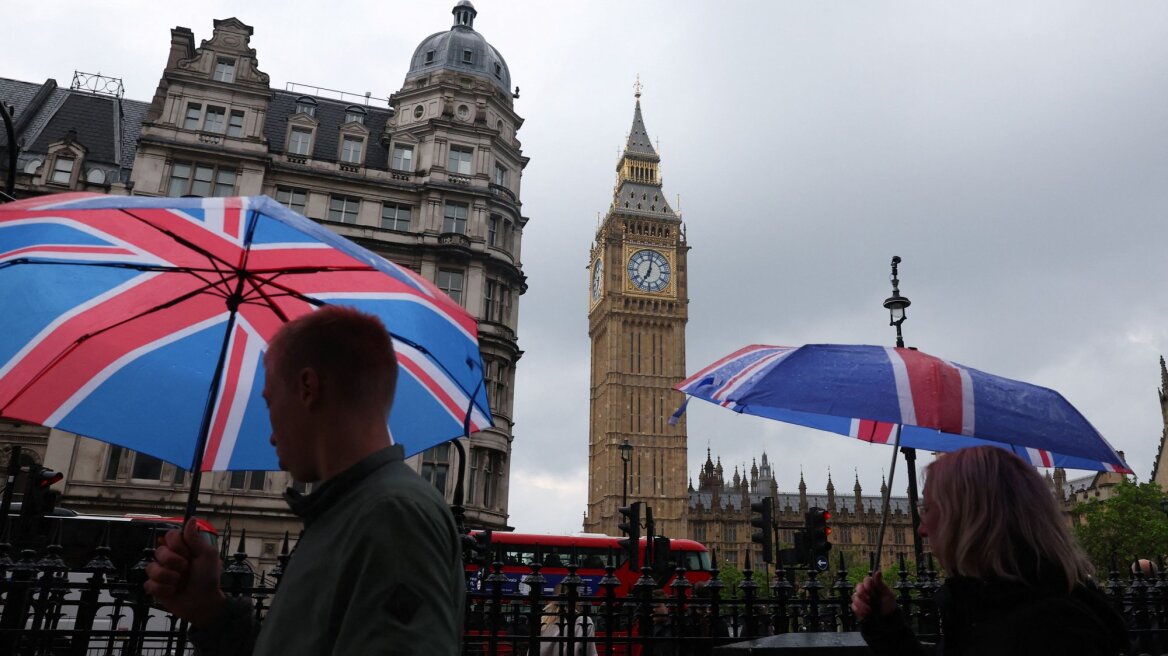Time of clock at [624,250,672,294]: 7:01
